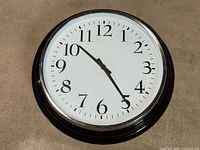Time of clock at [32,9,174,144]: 10:24
